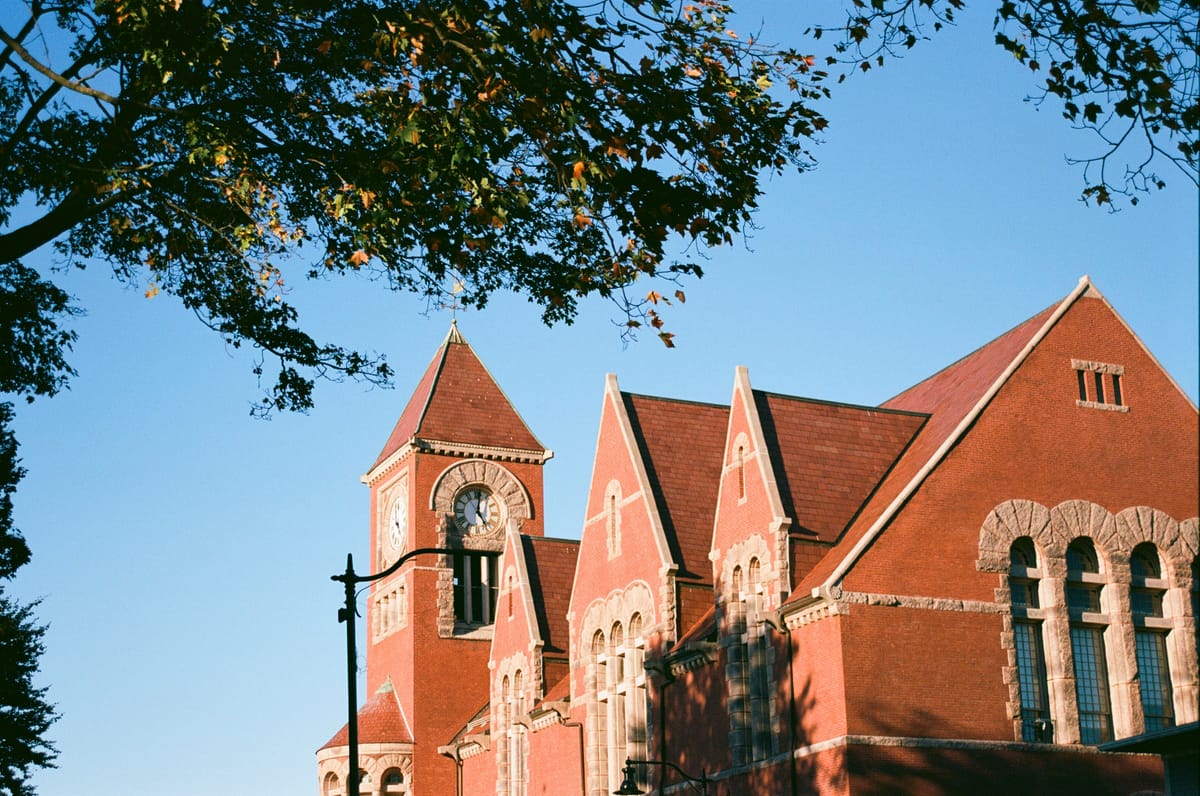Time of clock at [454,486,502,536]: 5:01
